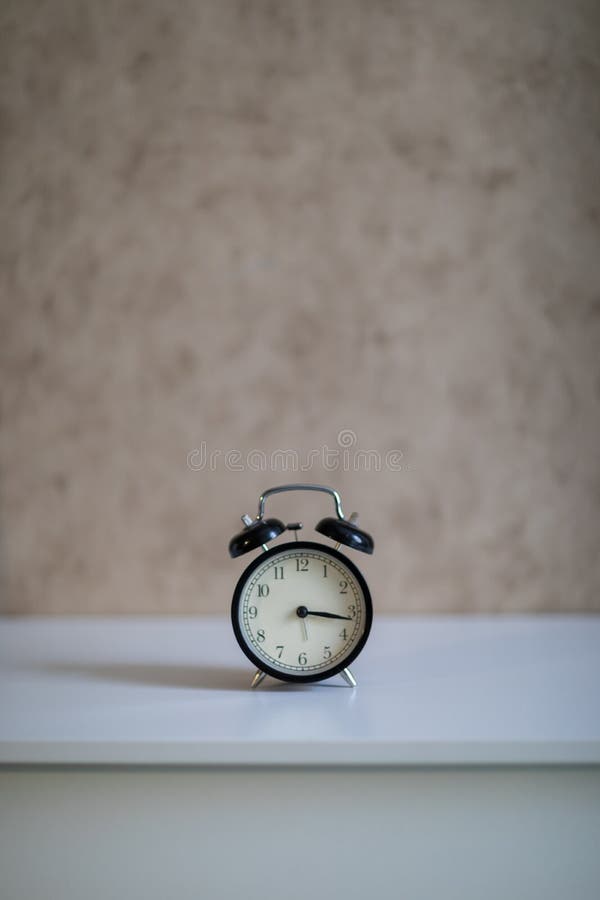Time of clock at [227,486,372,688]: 3:16
